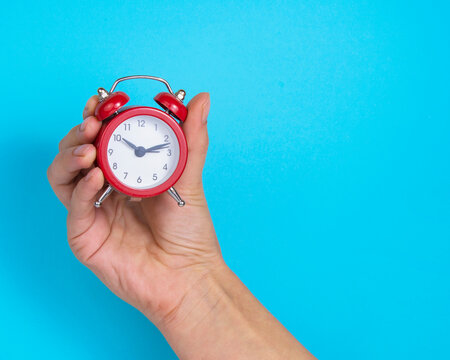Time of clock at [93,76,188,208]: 10:12
